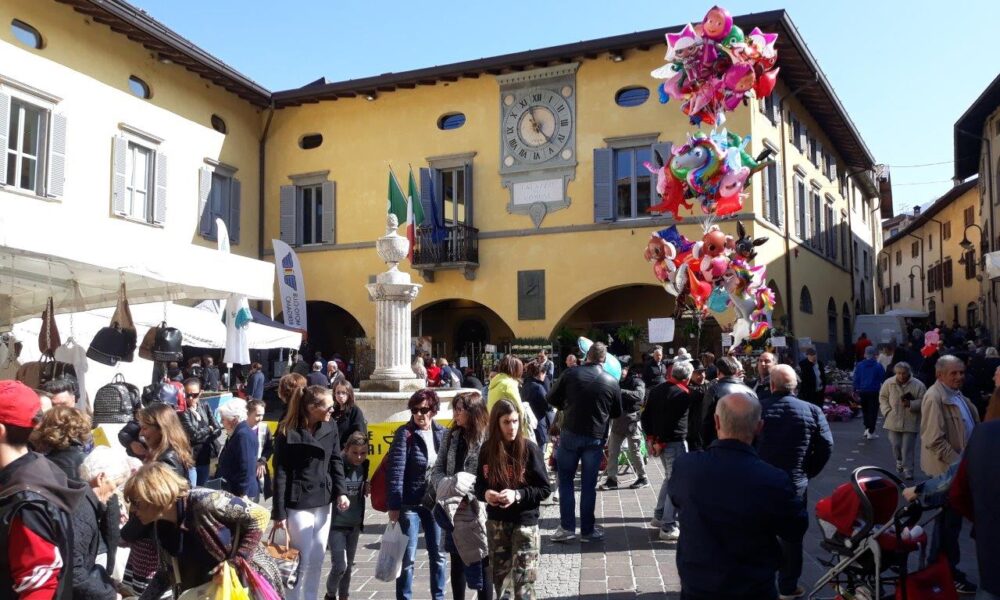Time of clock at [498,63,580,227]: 11:22
